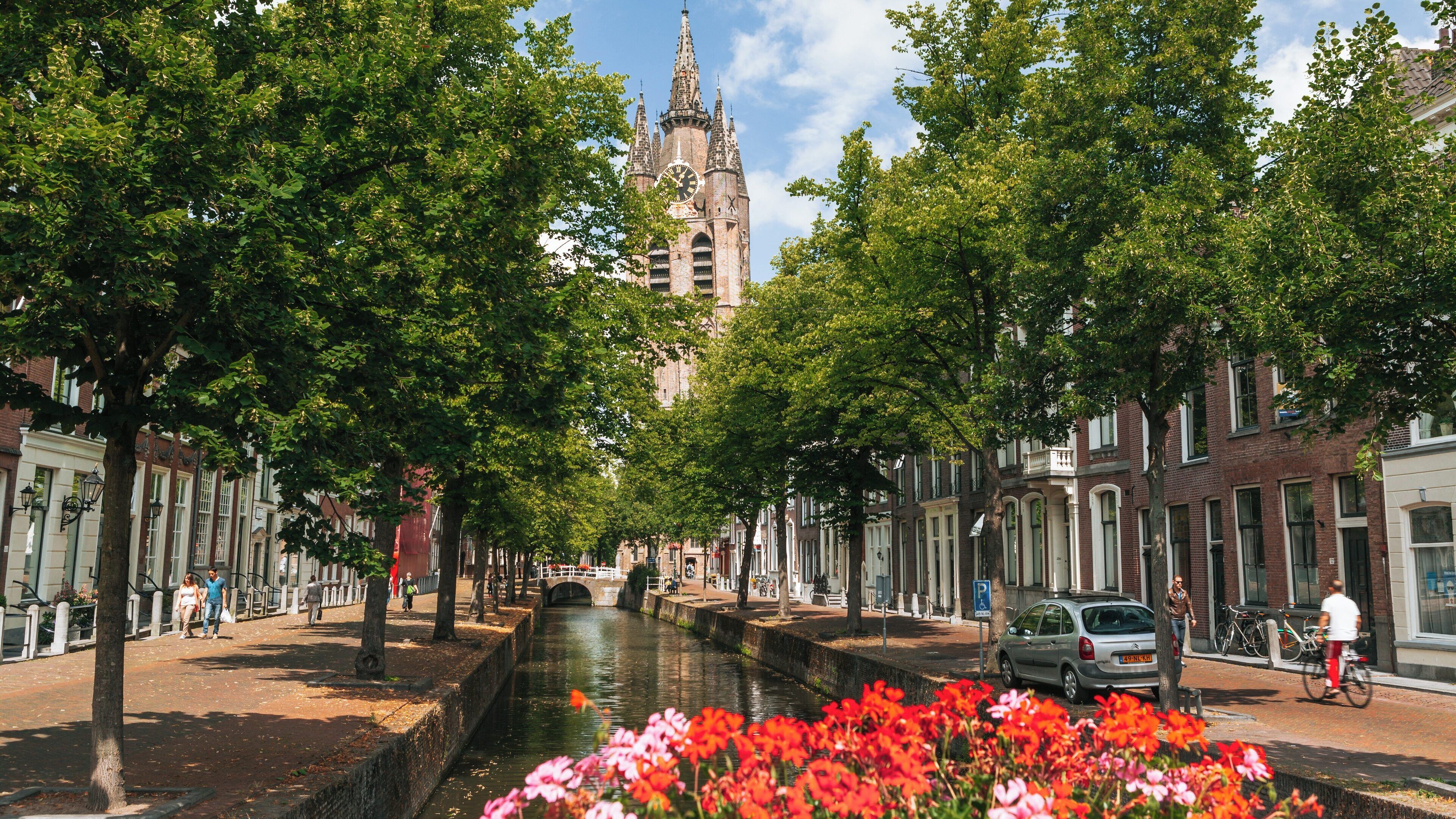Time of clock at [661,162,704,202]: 12:51
